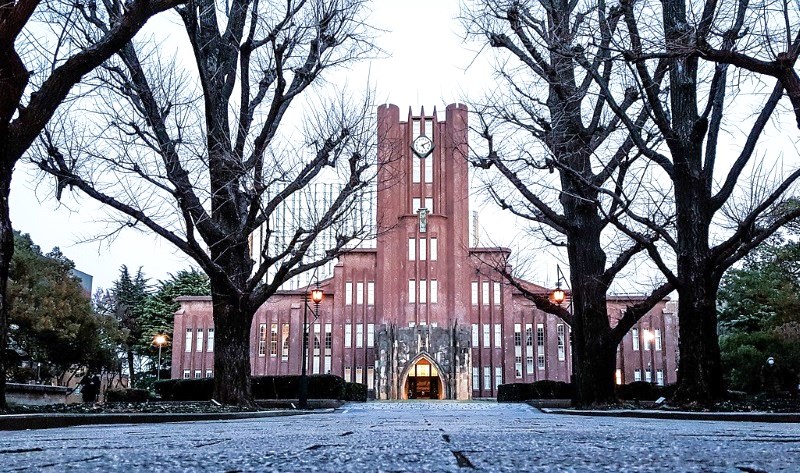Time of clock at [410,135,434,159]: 5:11
